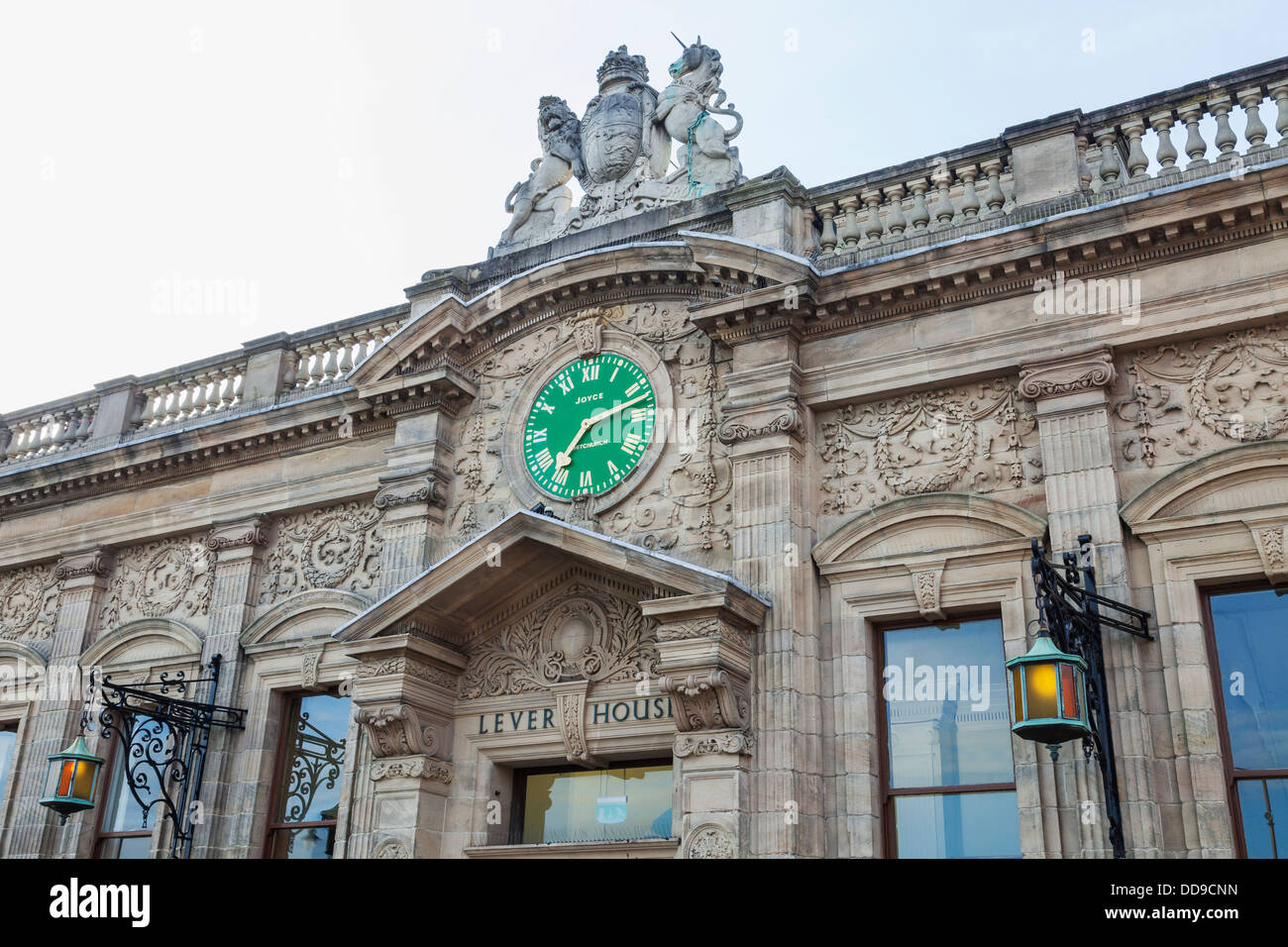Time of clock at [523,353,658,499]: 7:12
